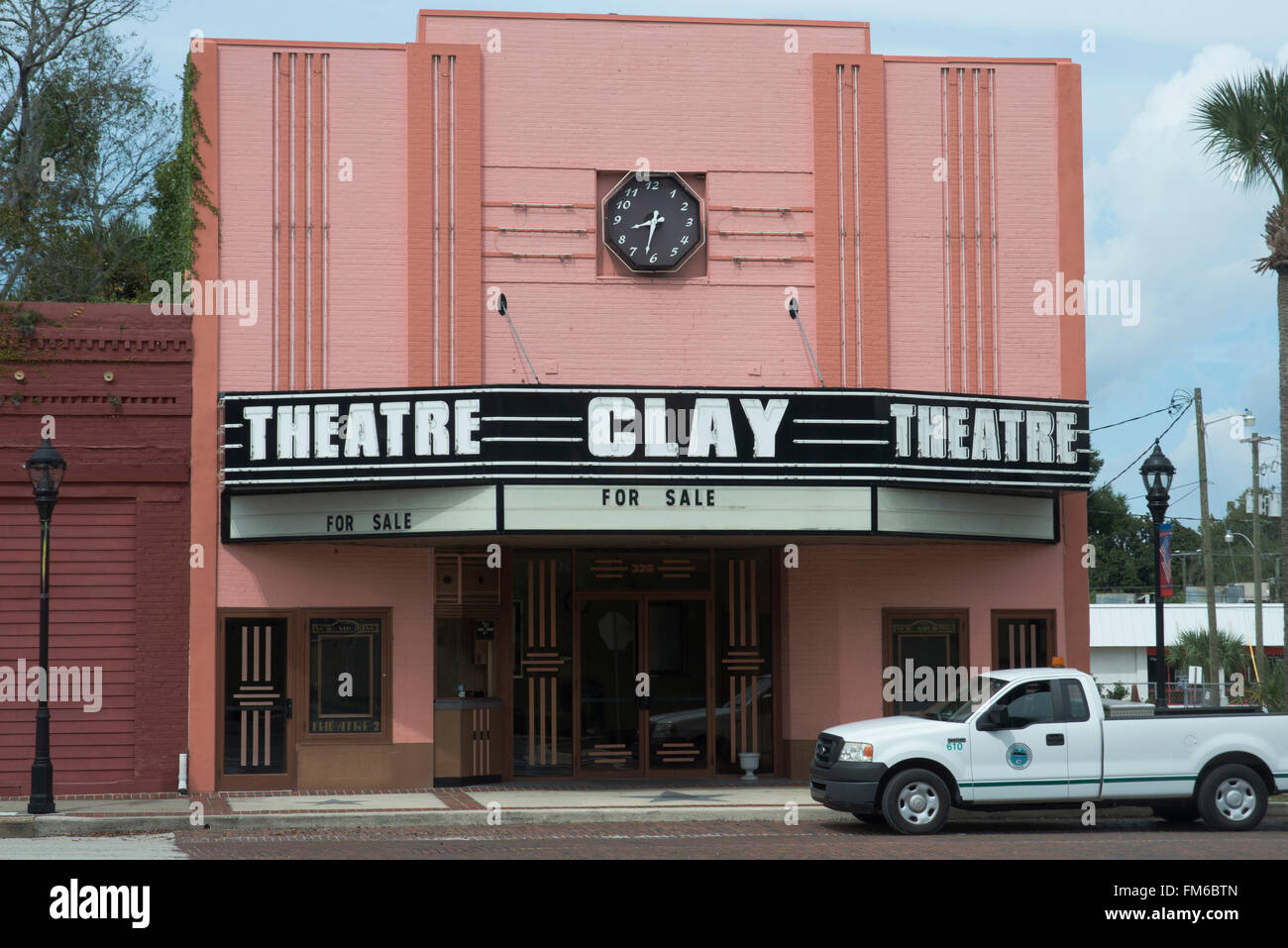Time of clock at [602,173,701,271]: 8:32
